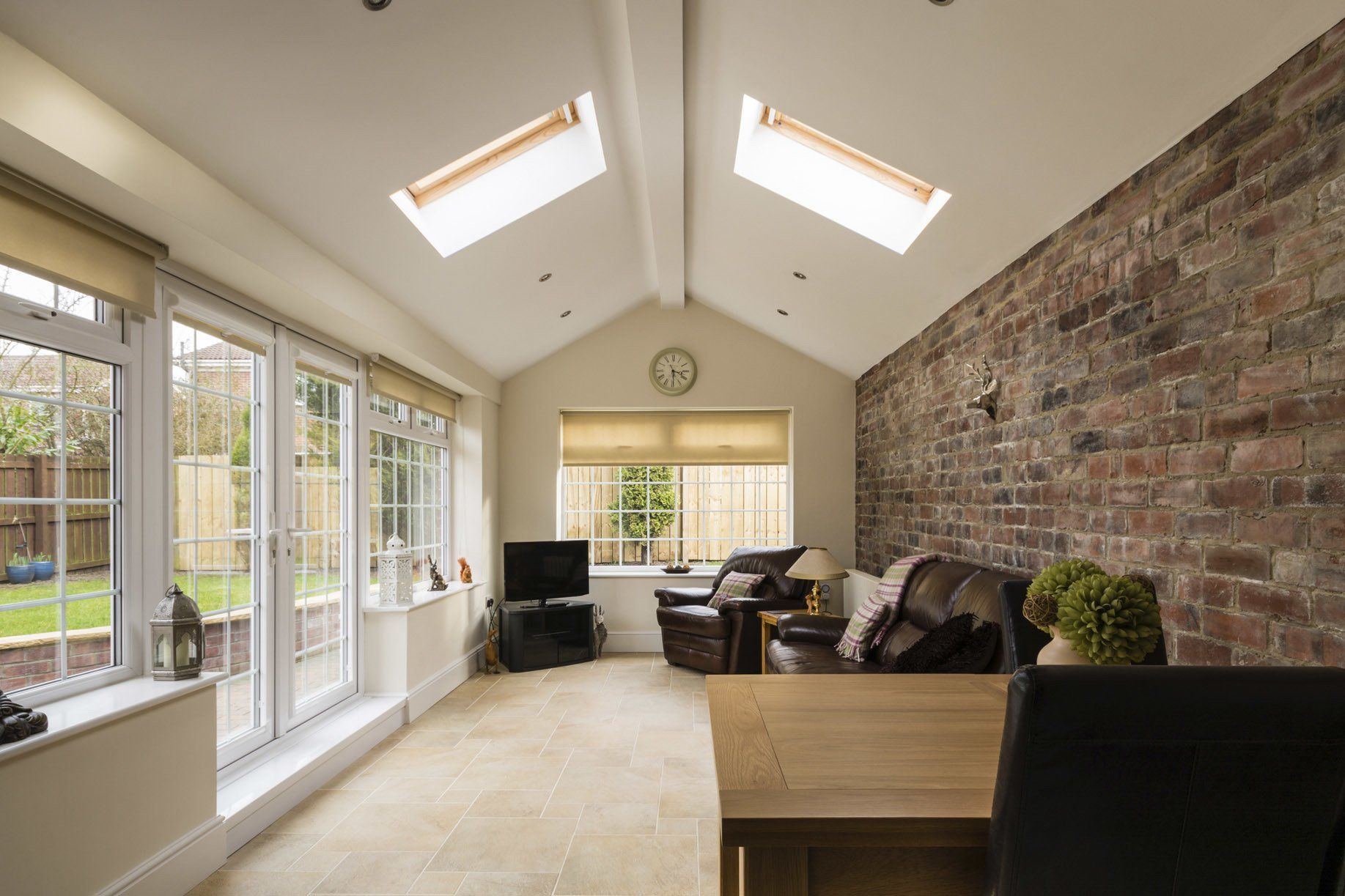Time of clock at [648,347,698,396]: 3:29
